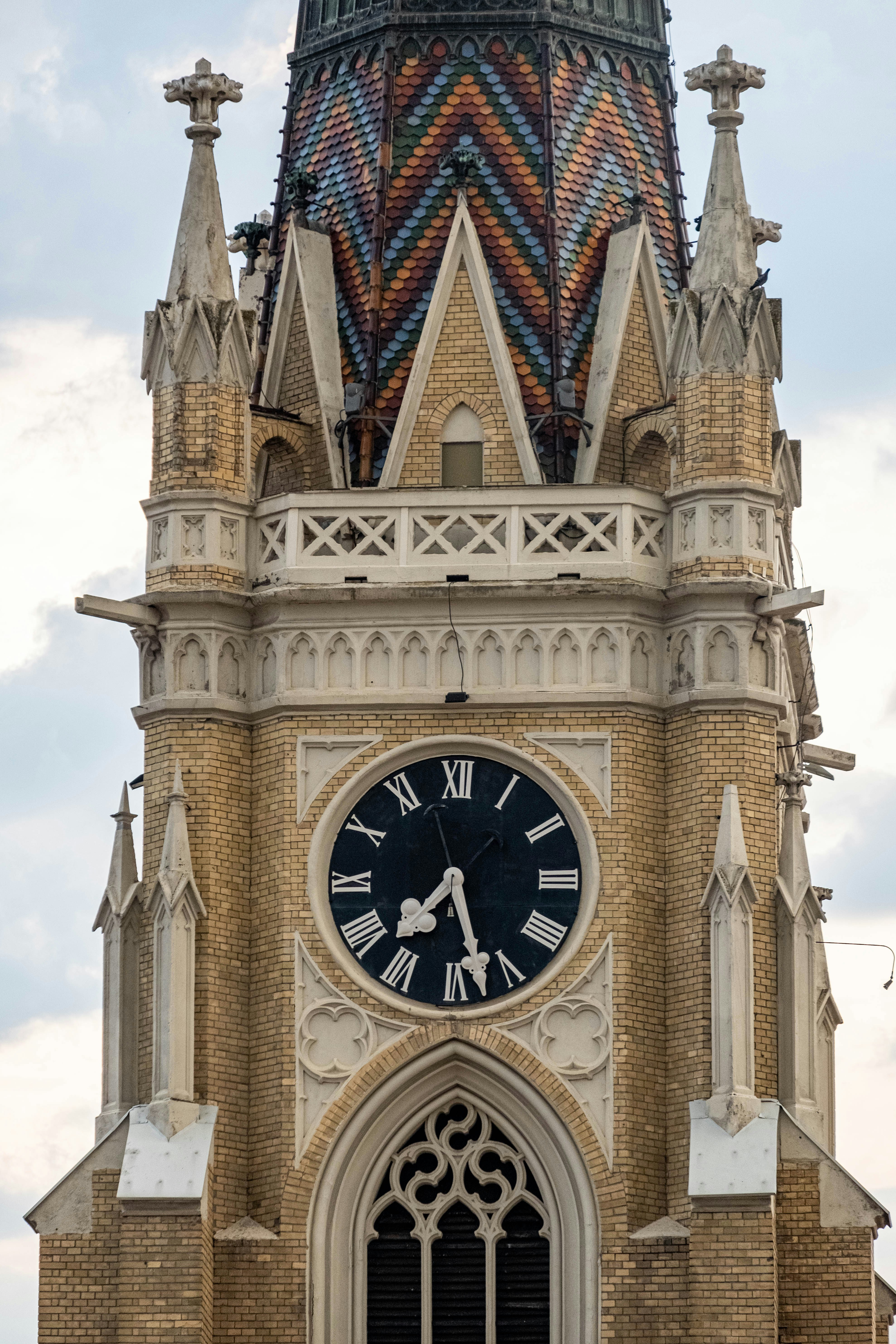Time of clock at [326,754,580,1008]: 7:27
